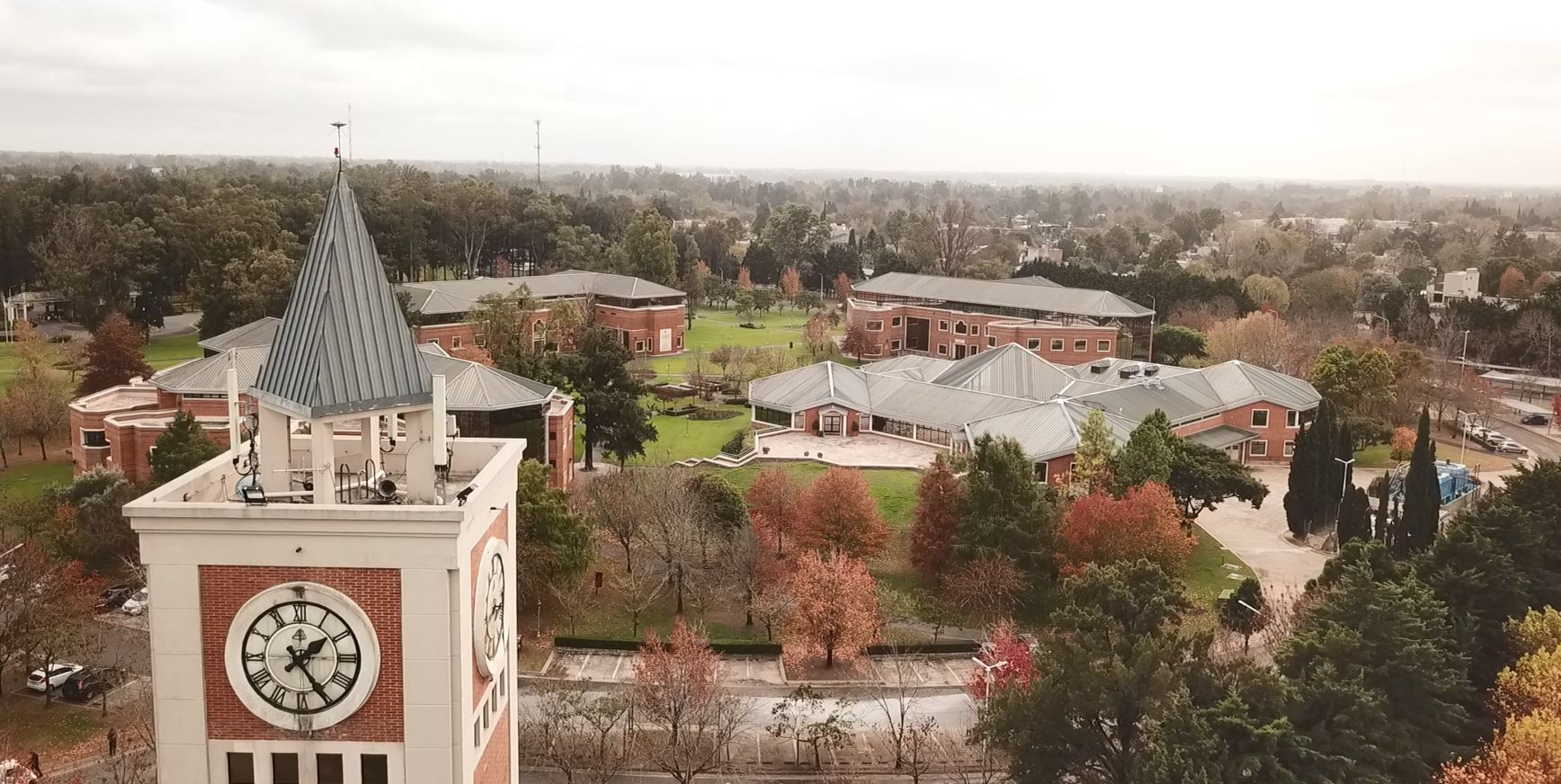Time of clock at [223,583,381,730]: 1:24
